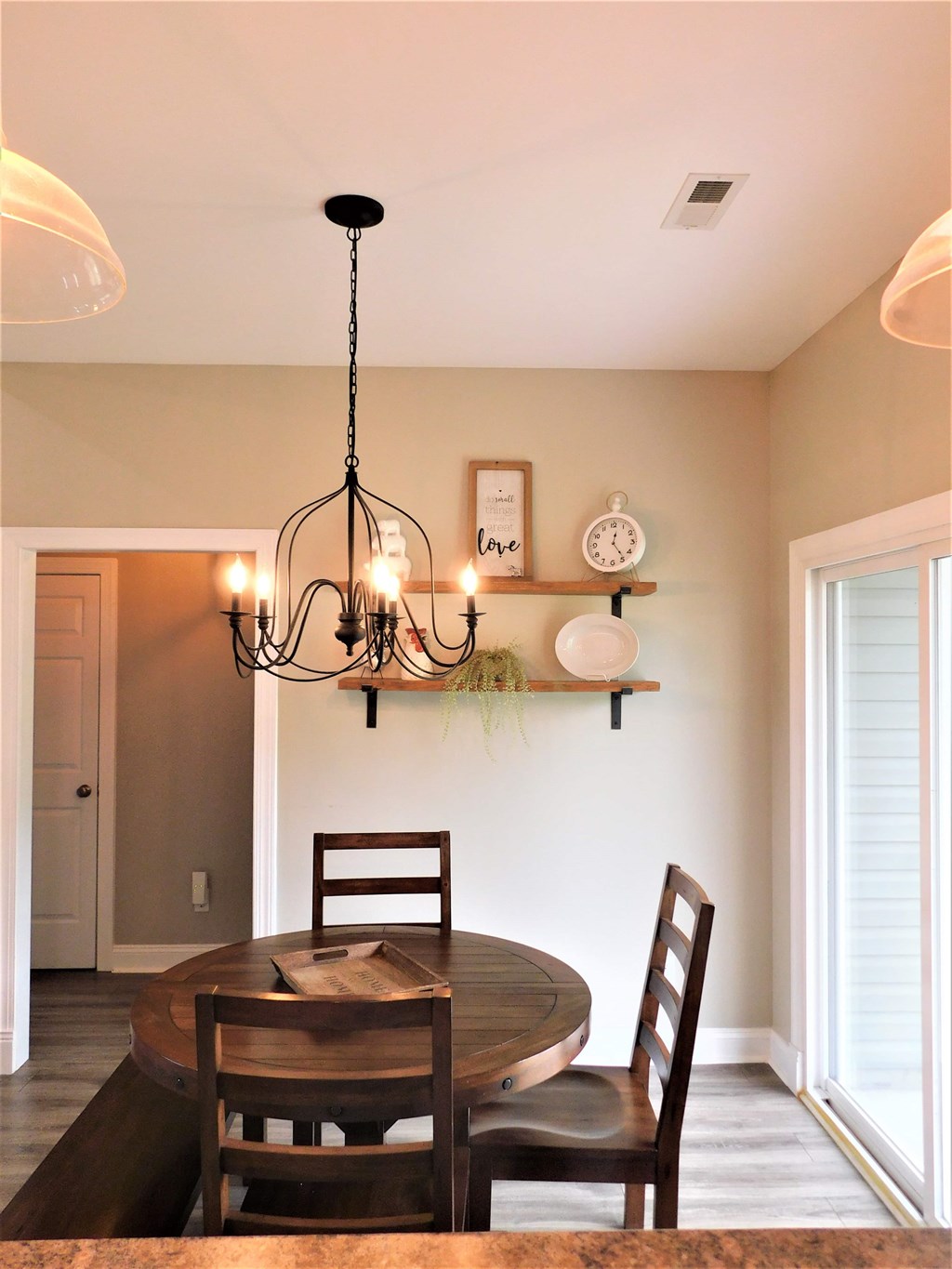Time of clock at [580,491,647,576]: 12:23
